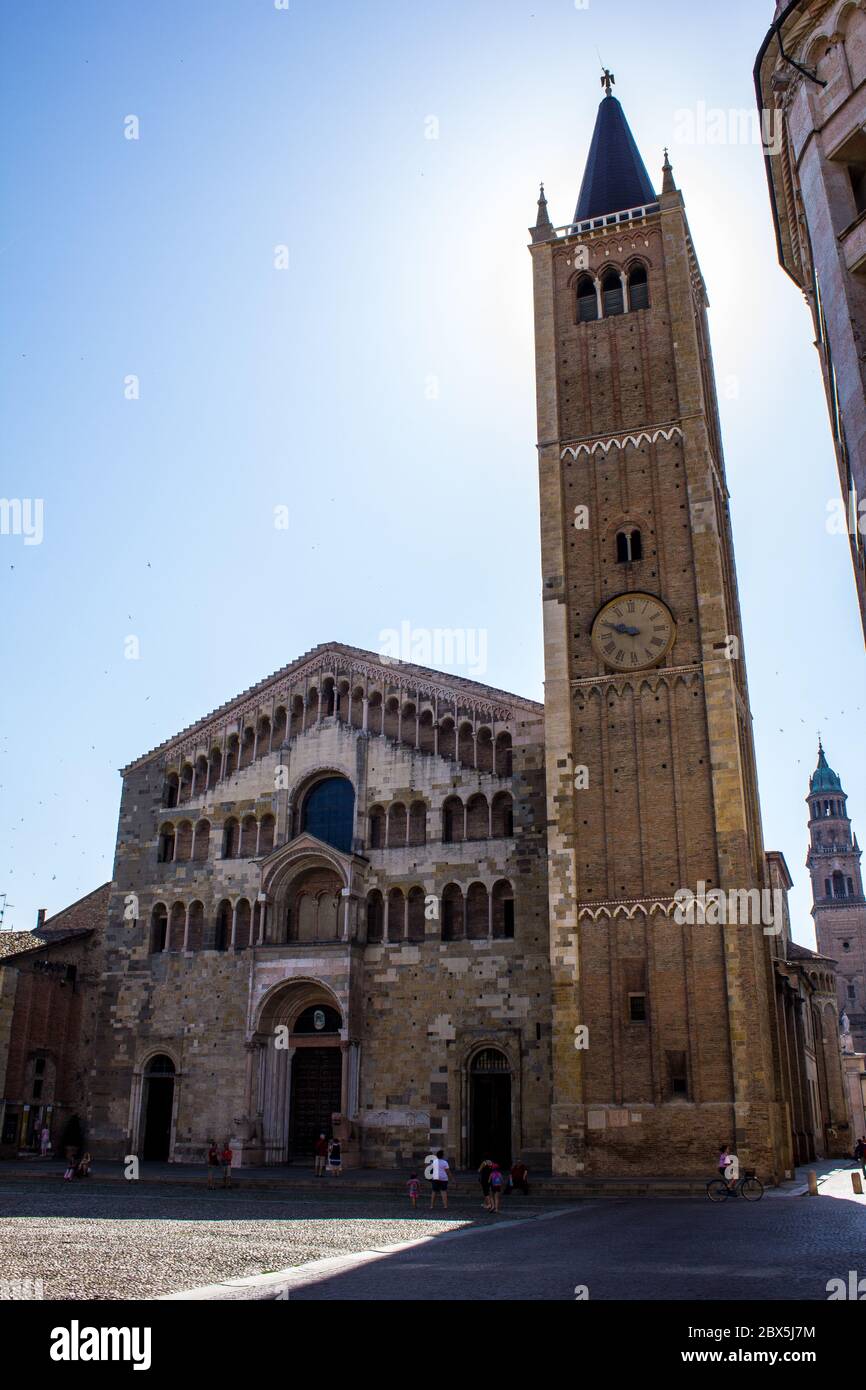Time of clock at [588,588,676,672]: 9:48
